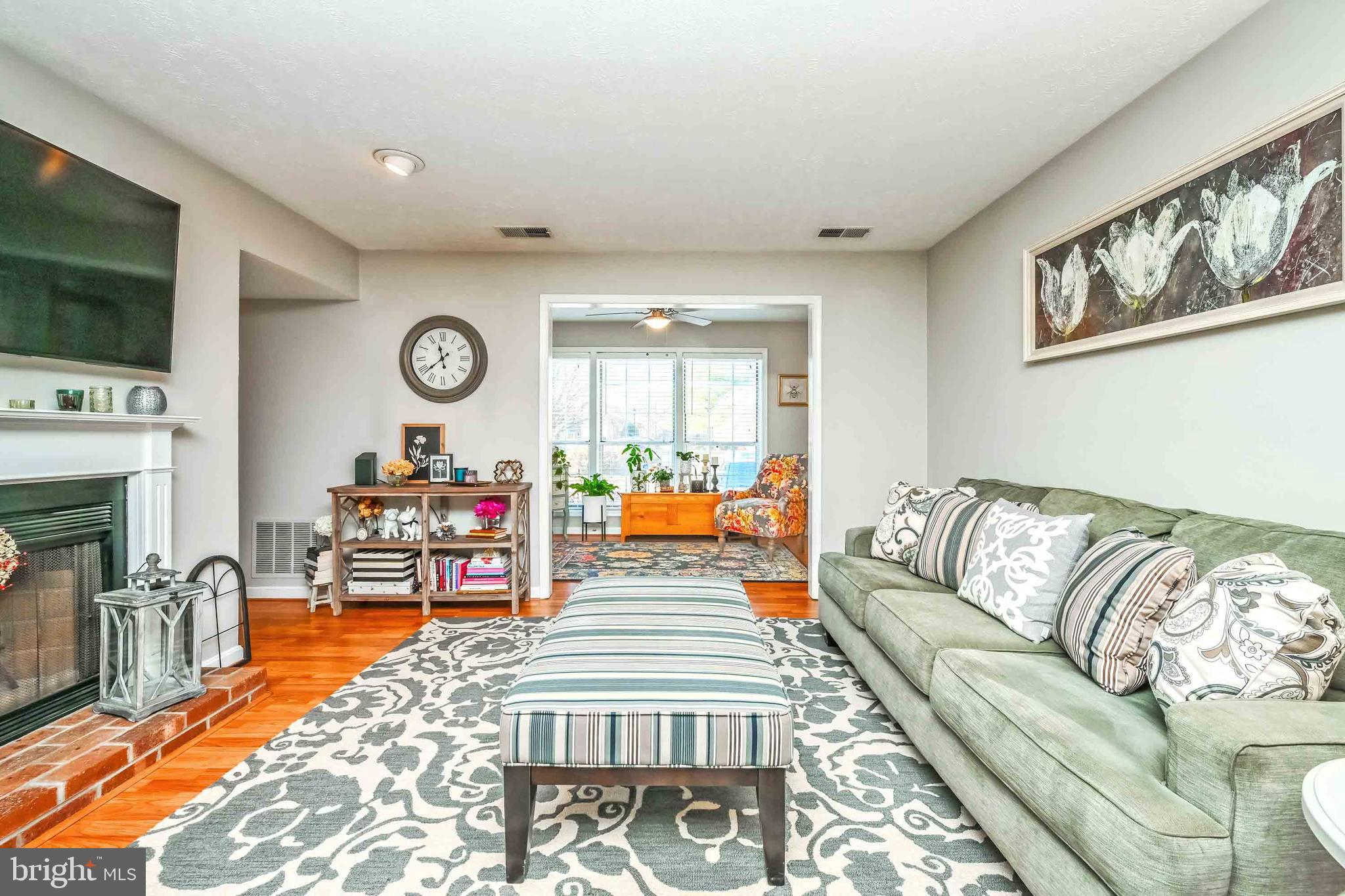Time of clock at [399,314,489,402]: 11:38
